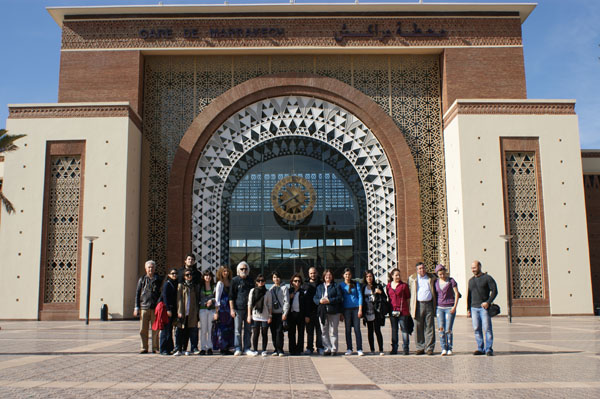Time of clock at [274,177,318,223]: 10:39
